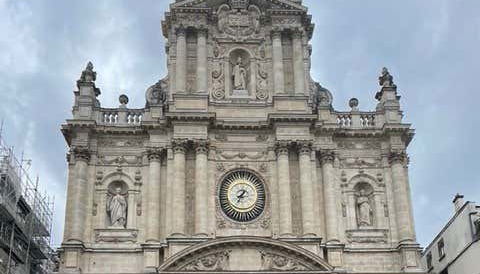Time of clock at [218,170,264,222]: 7:34
